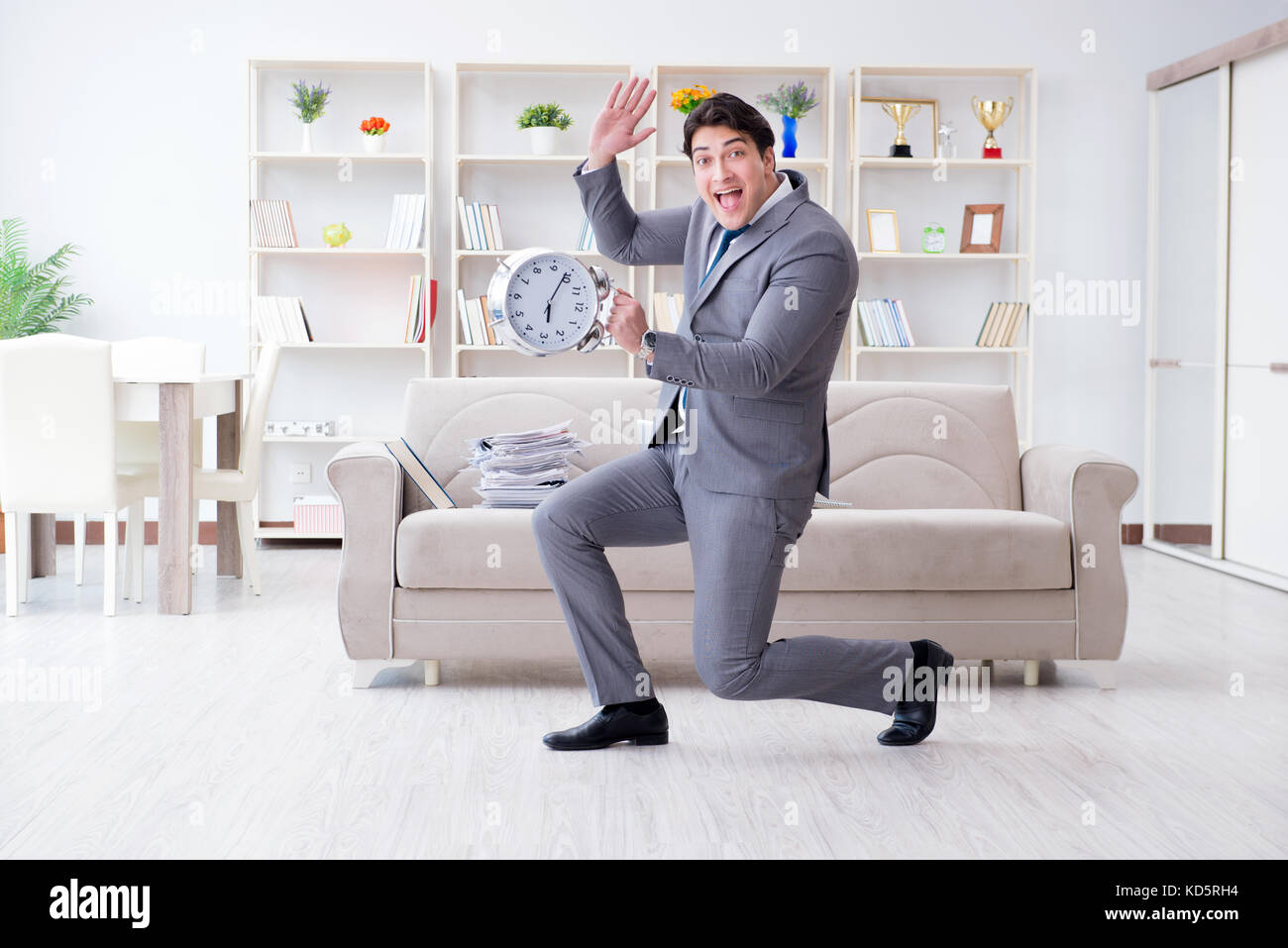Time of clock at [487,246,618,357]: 6:04
